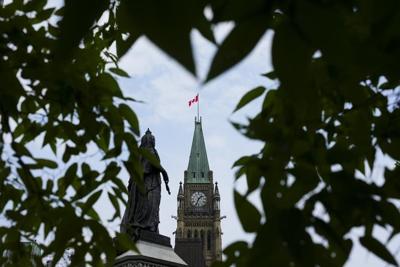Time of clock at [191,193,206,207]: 1:33
